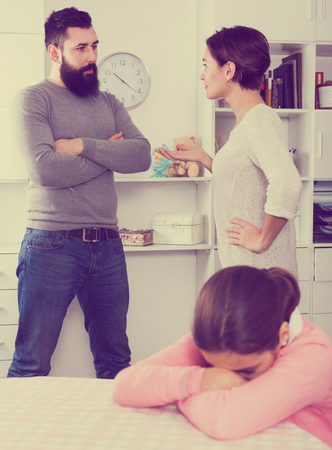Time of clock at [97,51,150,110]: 10:21
